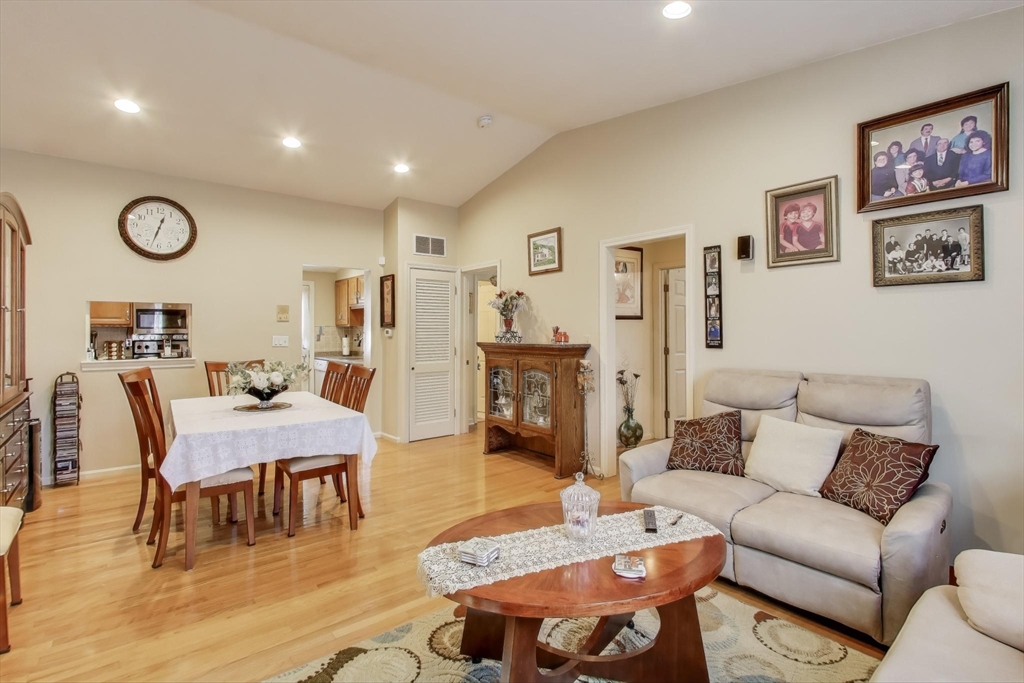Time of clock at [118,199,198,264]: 12:33
